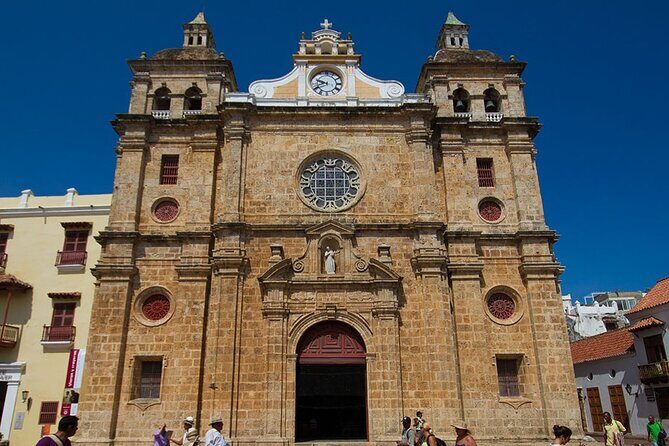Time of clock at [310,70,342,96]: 9:41
